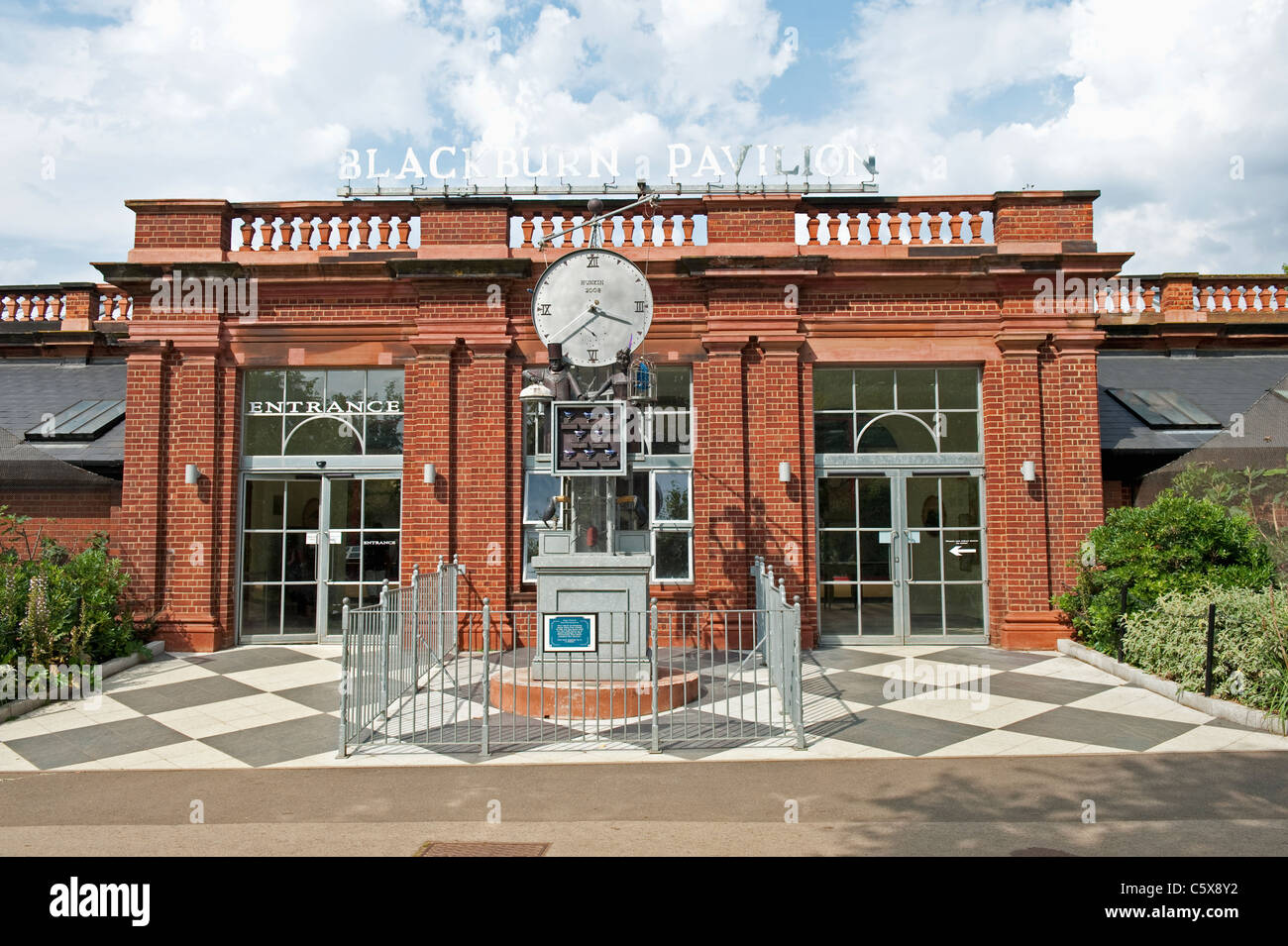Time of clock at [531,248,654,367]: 3:38
